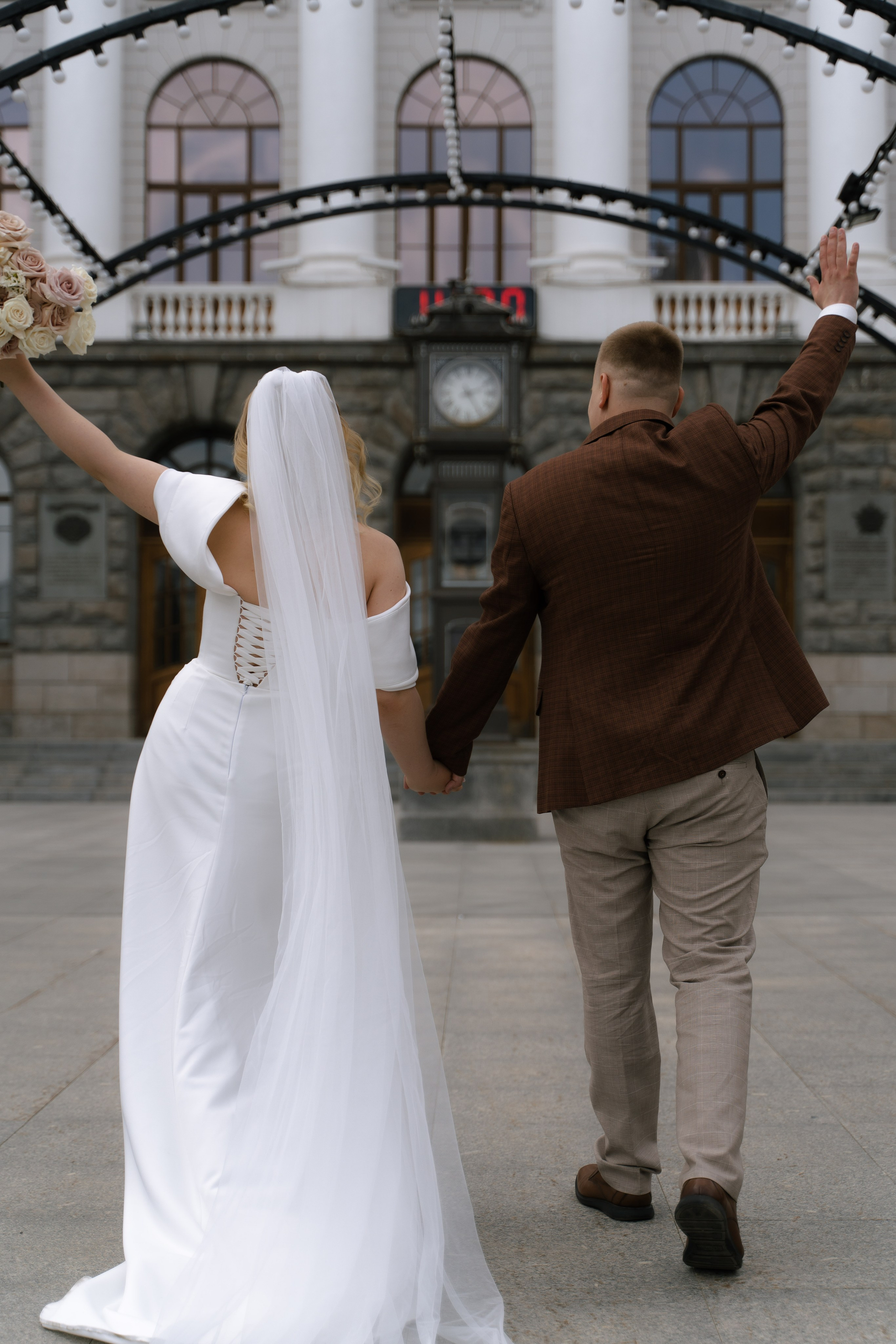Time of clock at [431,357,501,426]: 5:11
